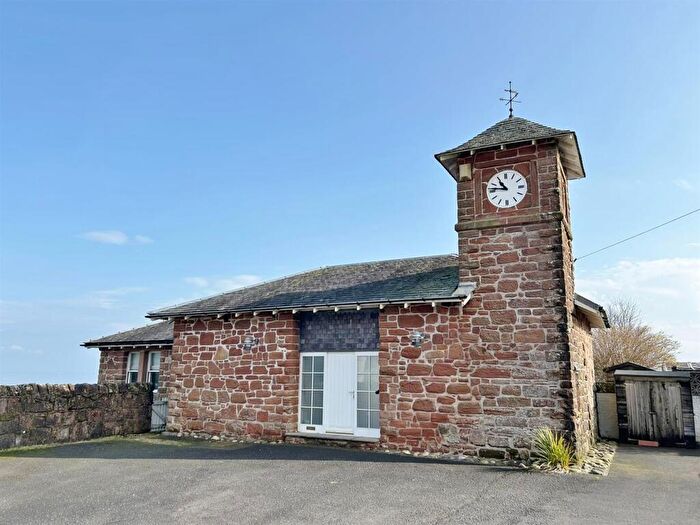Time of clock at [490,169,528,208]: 10:46
